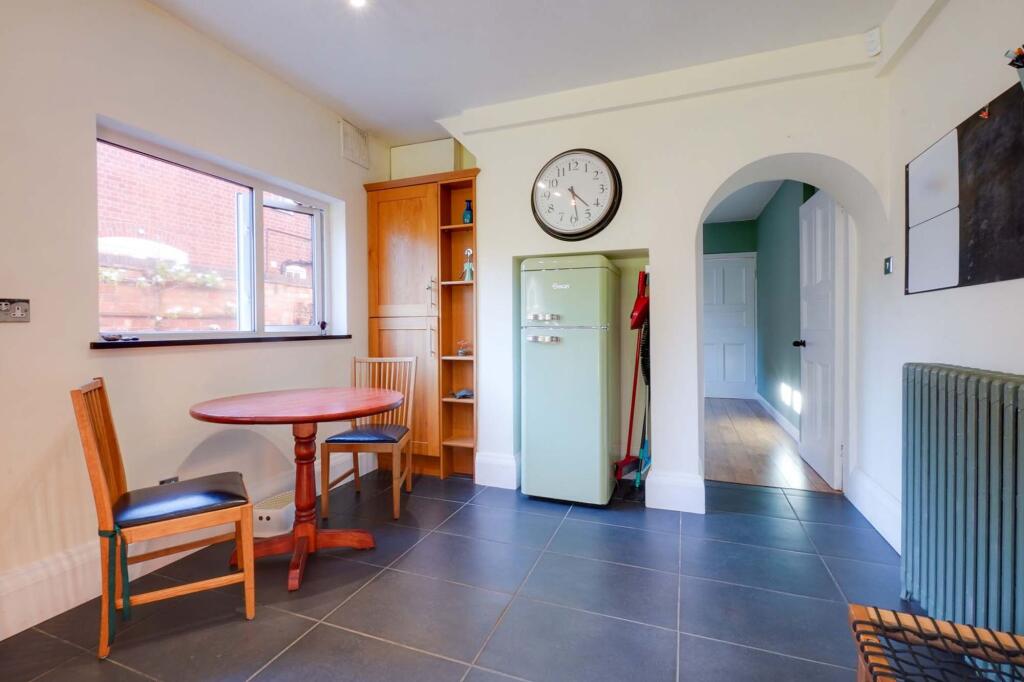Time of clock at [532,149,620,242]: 4:28
